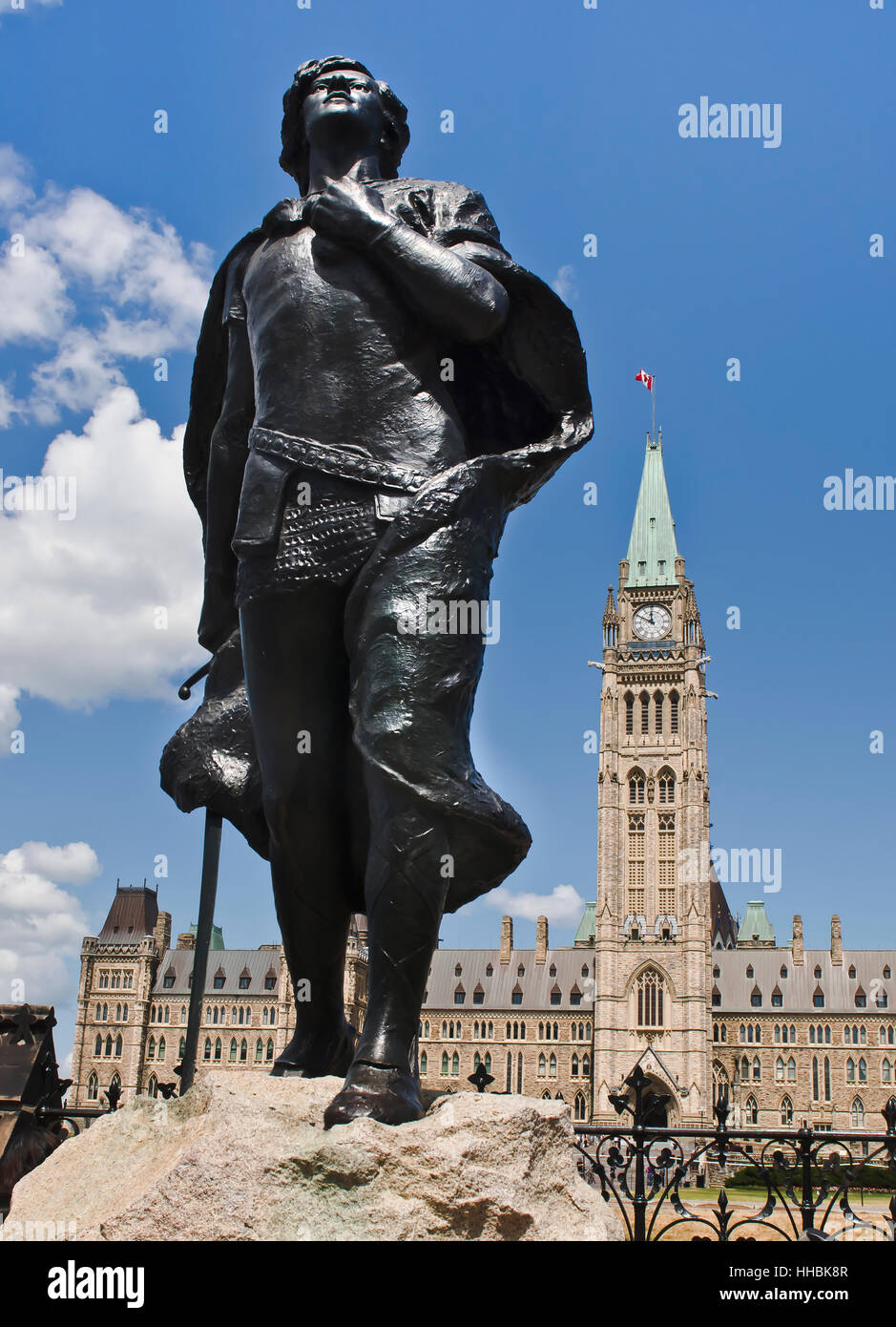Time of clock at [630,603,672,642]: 11:49
